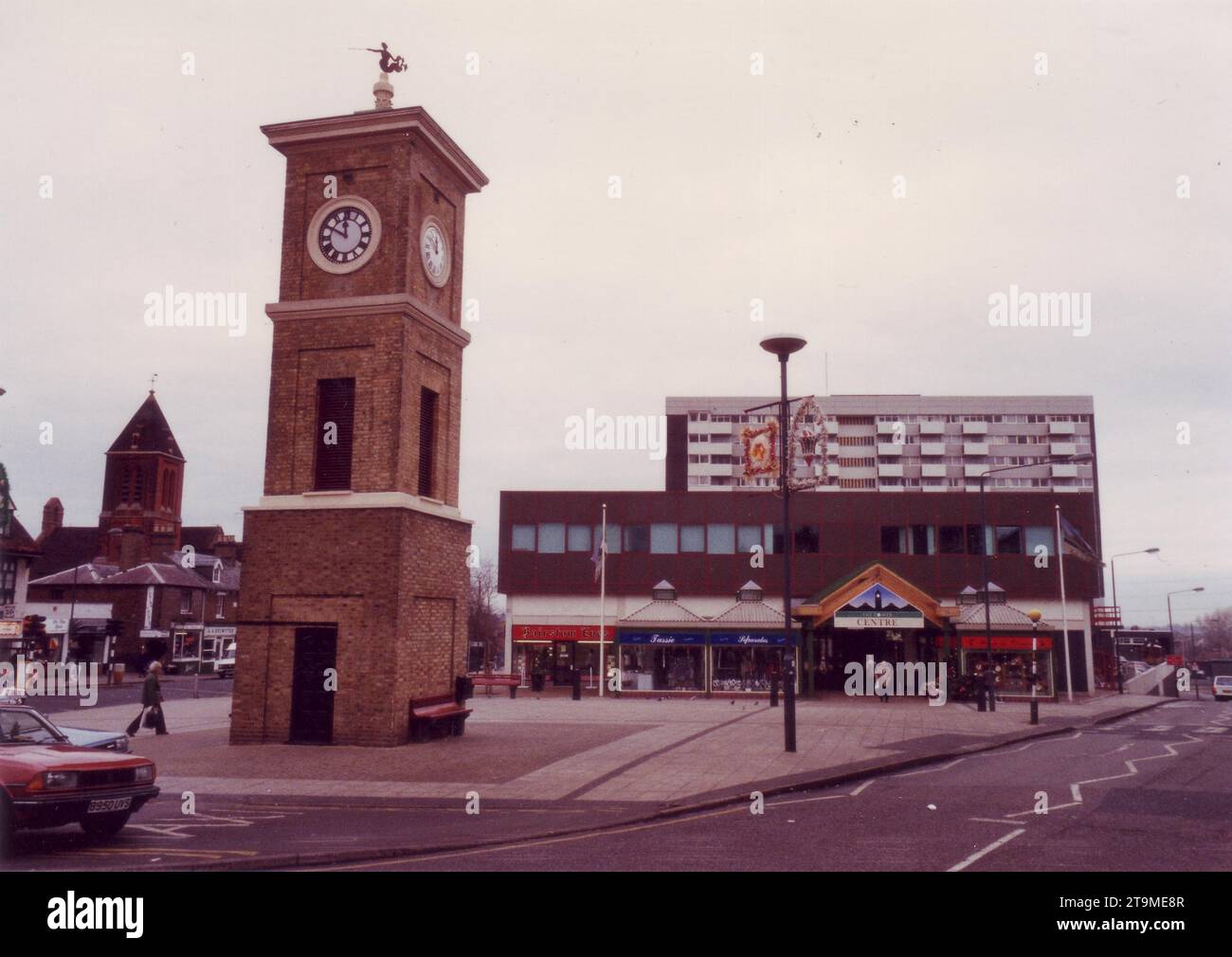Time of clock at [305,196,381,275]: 11:49
